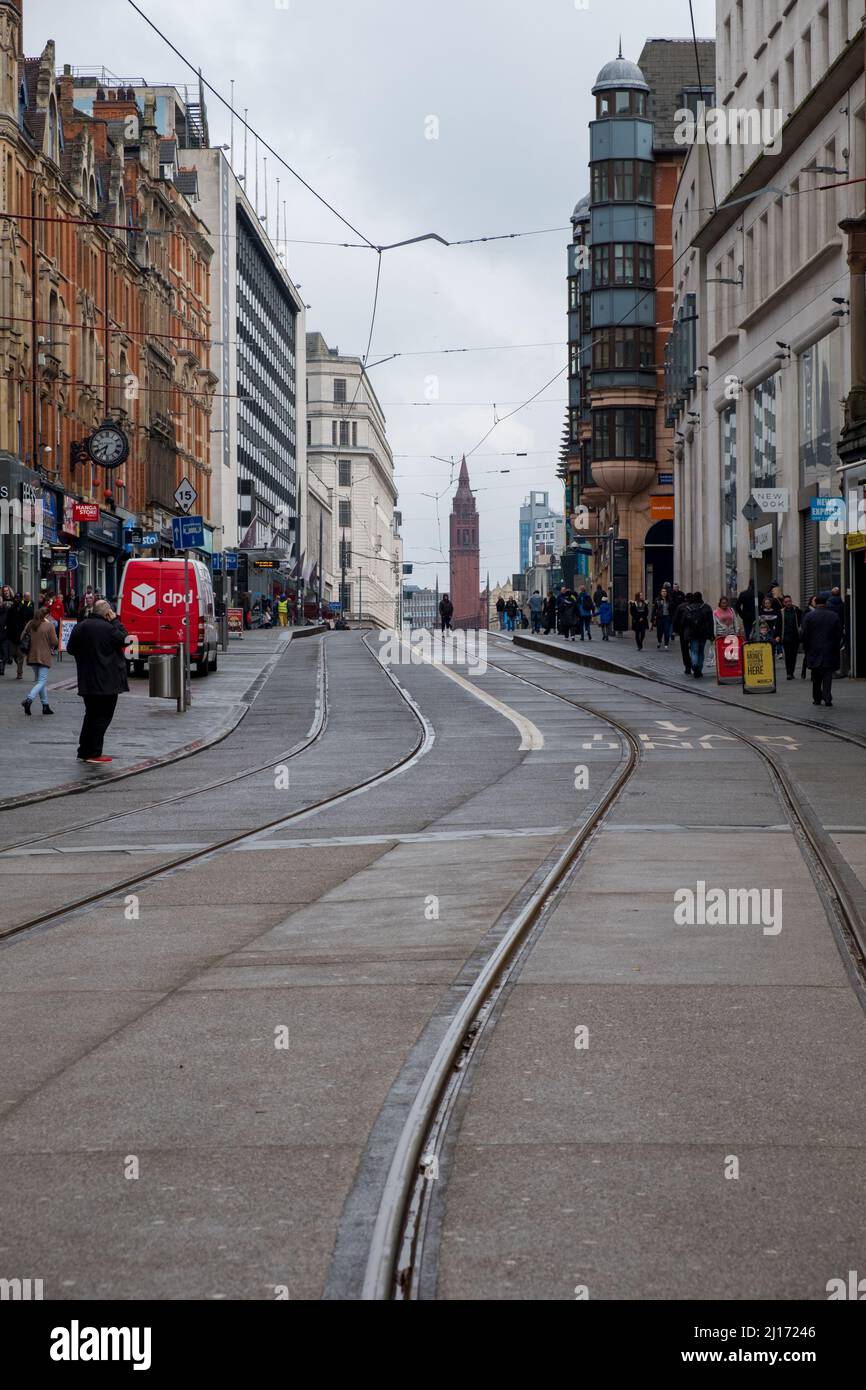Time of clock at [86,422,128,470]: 6:40
